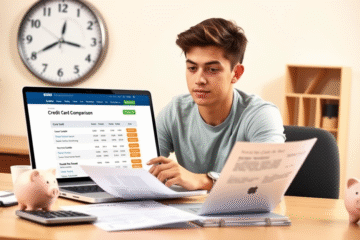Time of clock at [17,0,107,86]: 12:16
